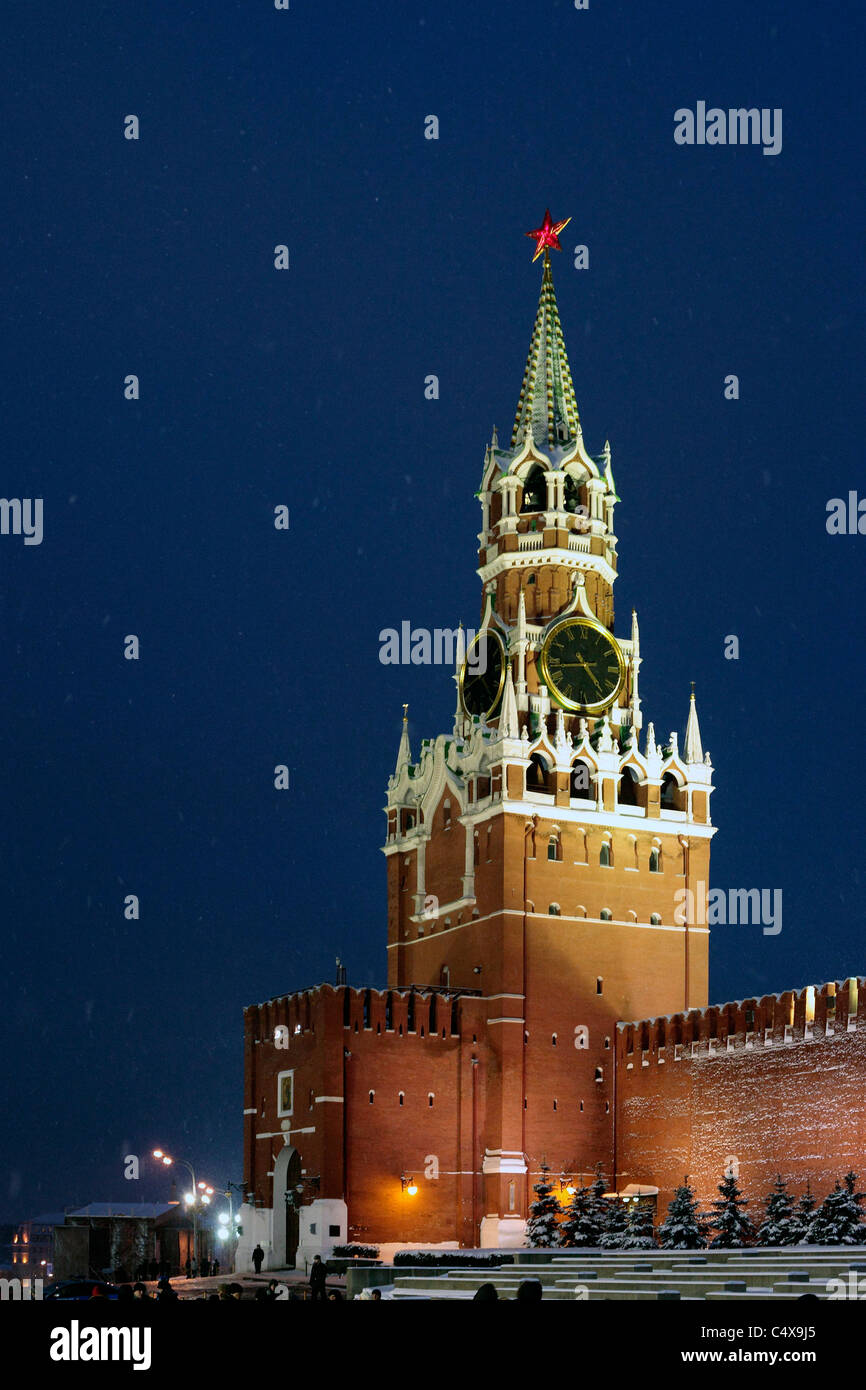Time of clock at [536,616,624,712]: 4:43
